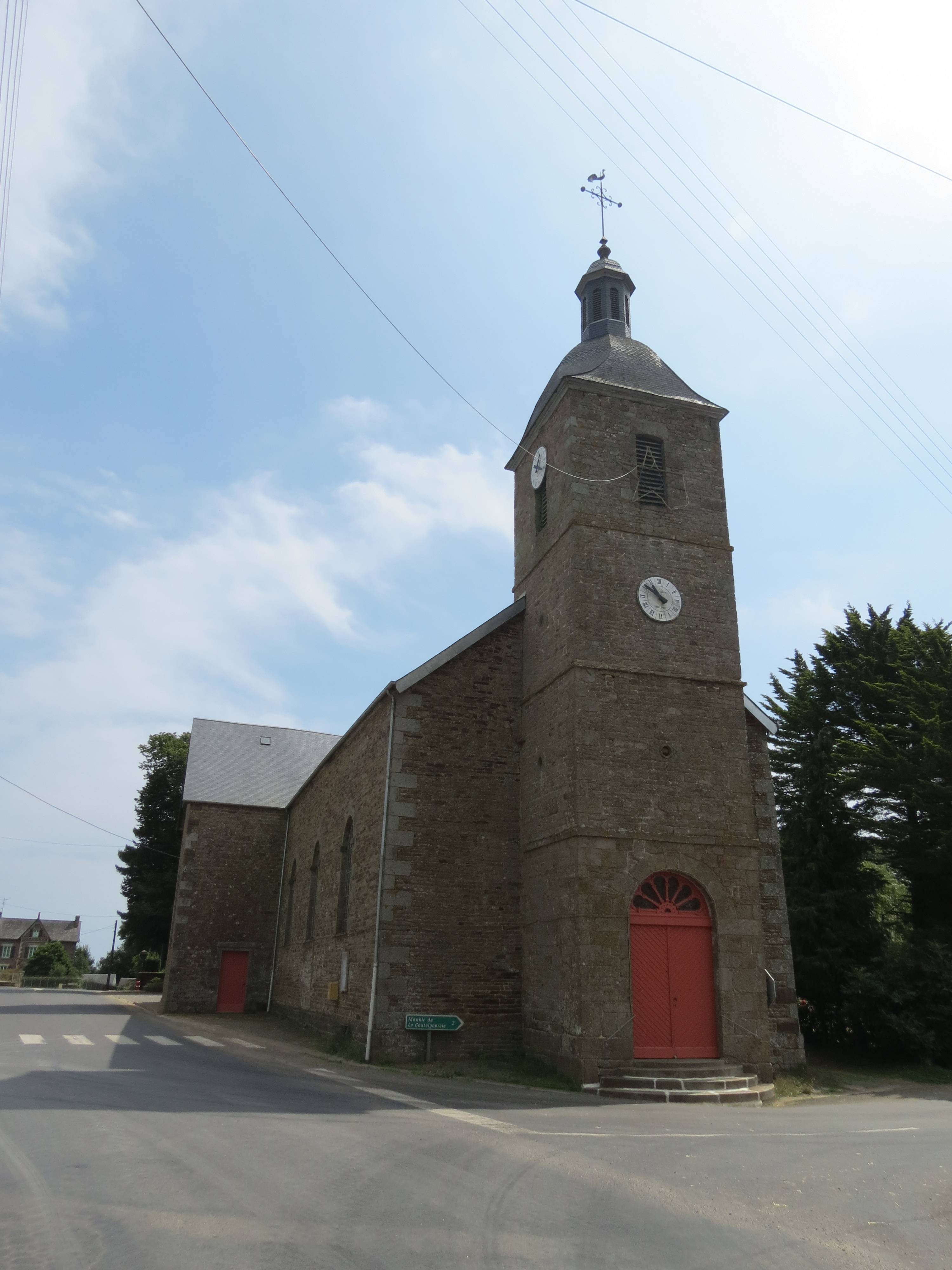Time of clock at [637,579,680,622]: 10:50
